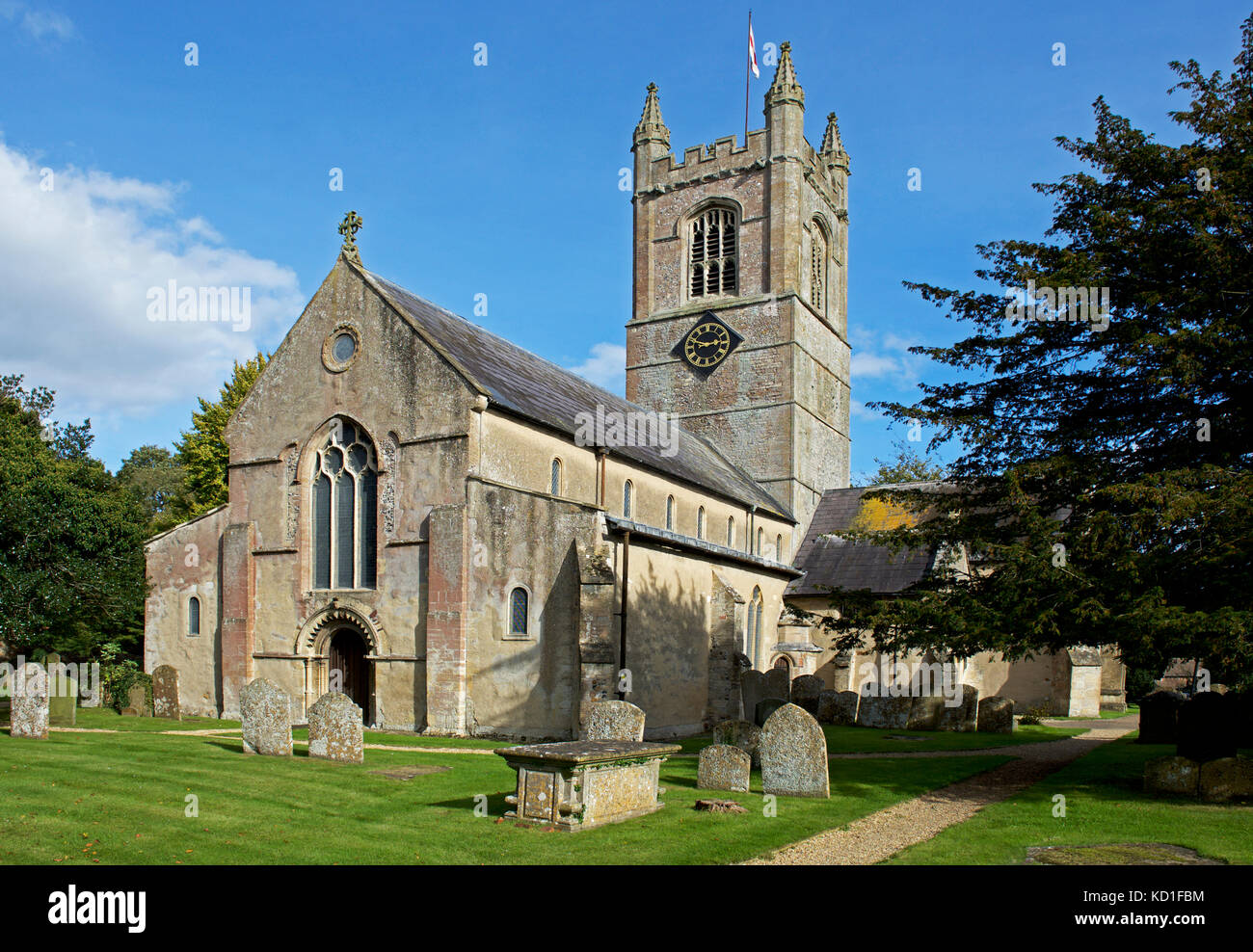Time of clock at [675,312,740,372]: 2:48
